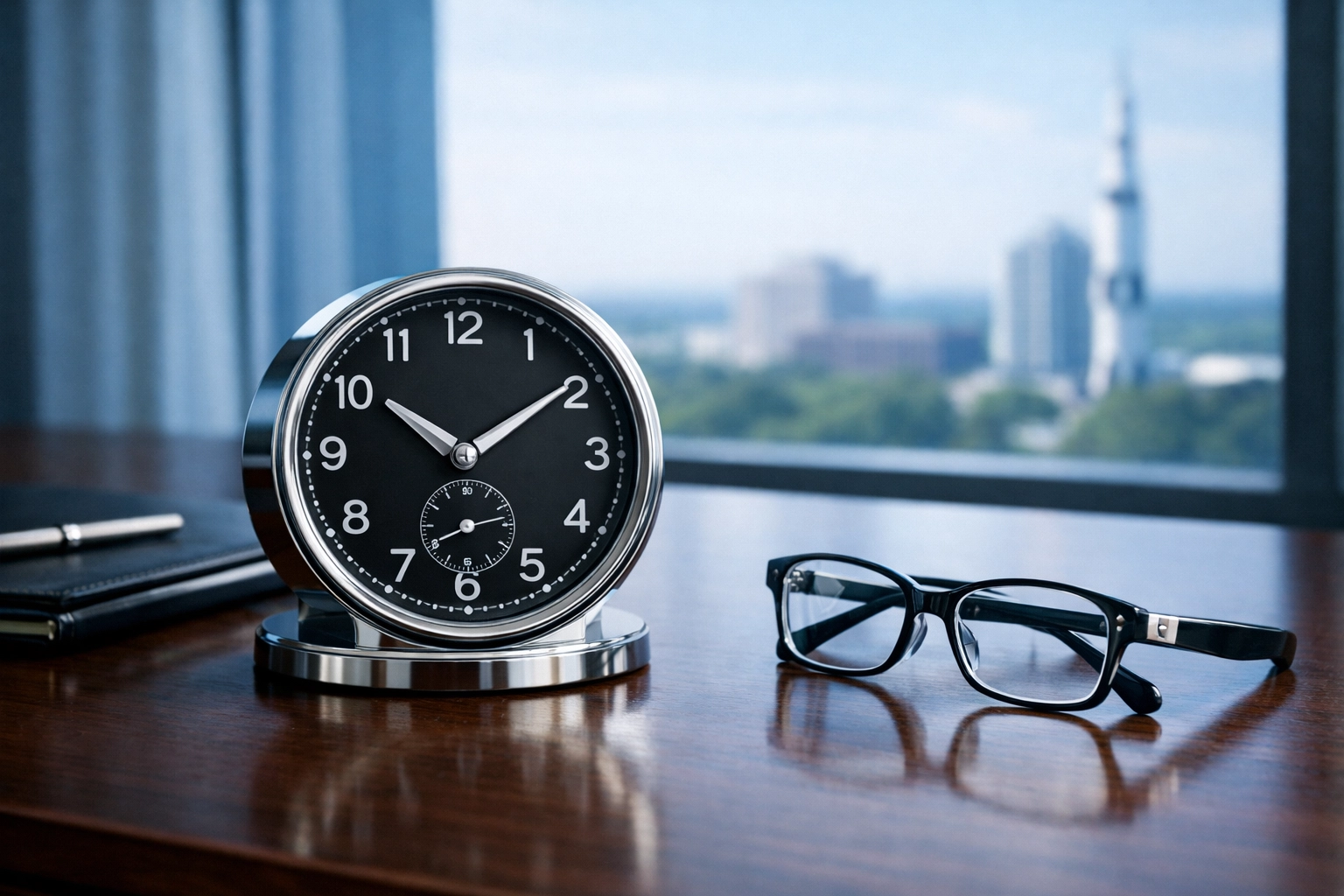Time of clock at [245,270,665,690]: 10:09
